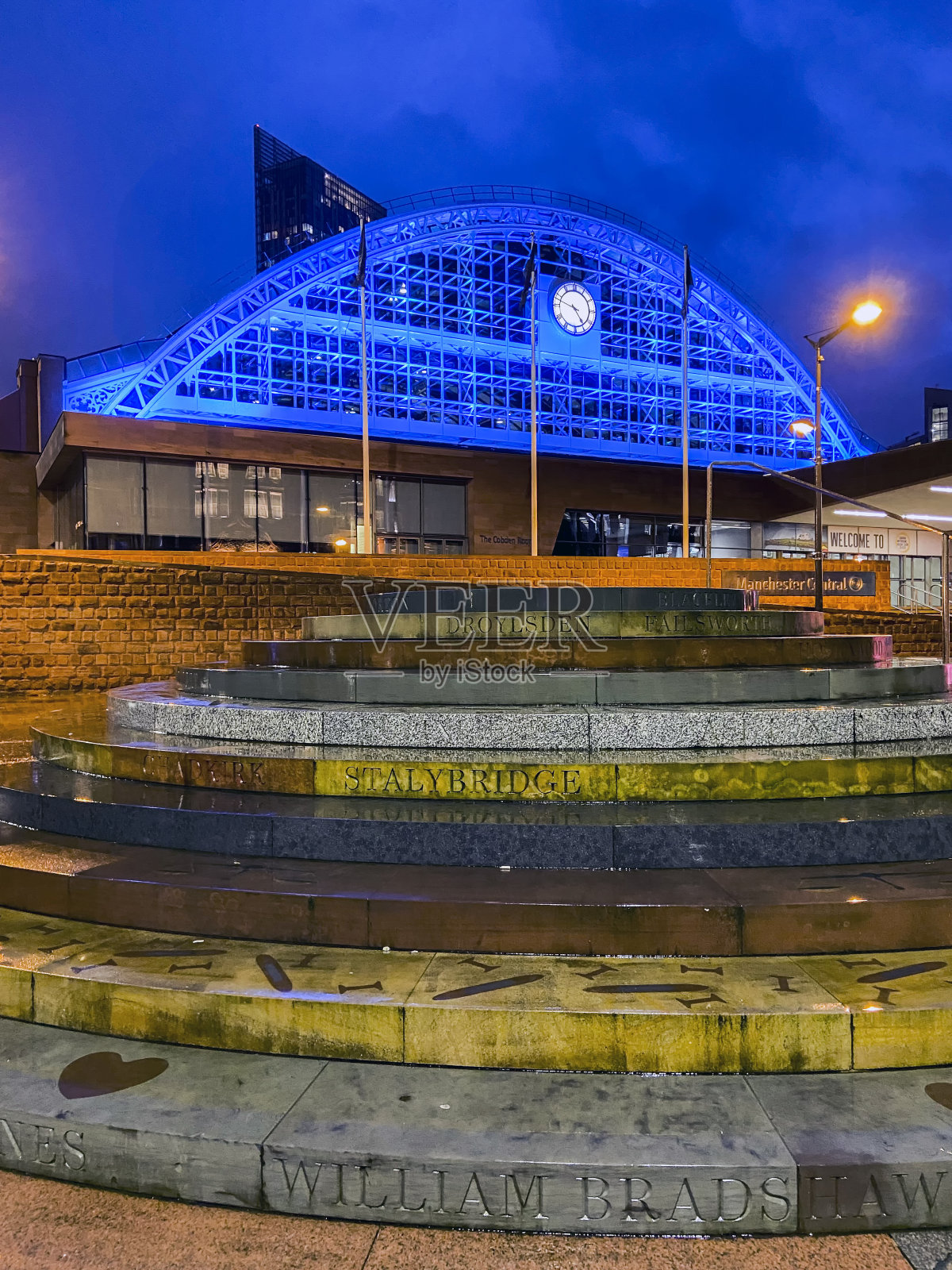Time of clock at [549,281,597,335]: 4:47
